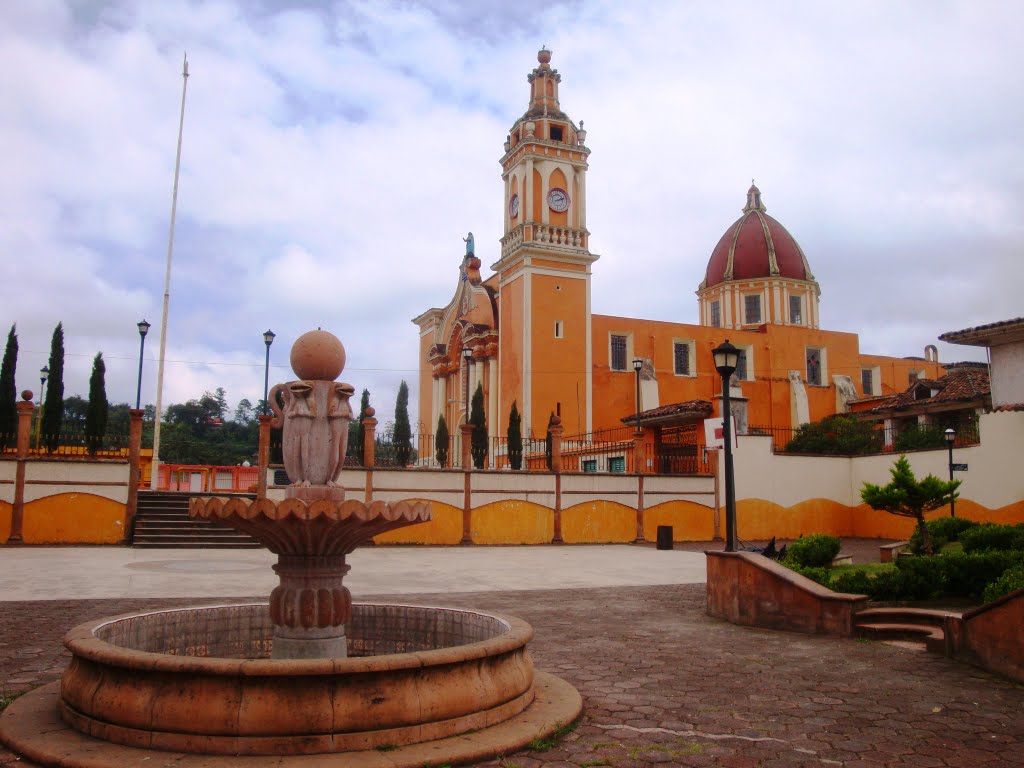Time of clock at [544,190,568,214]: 2:11
